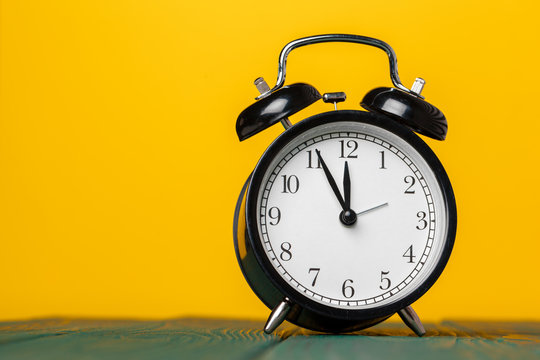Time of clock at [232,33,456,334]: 11:55
